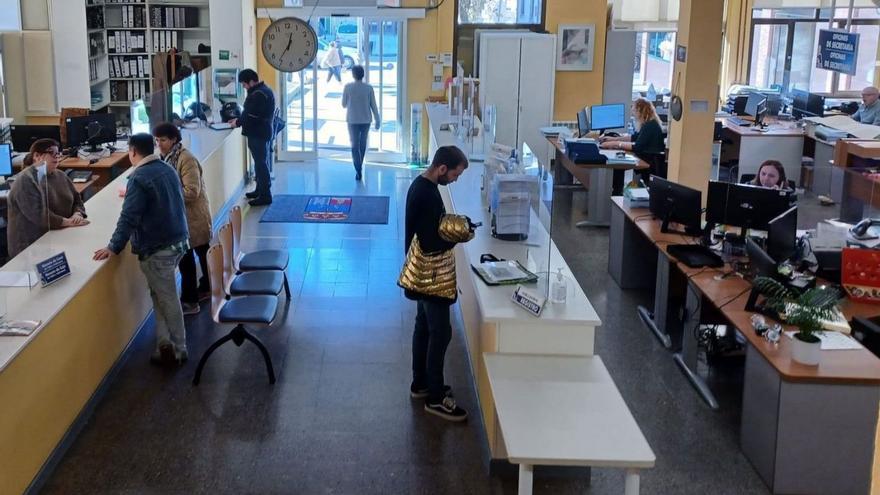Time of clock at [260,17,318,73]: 12:36
